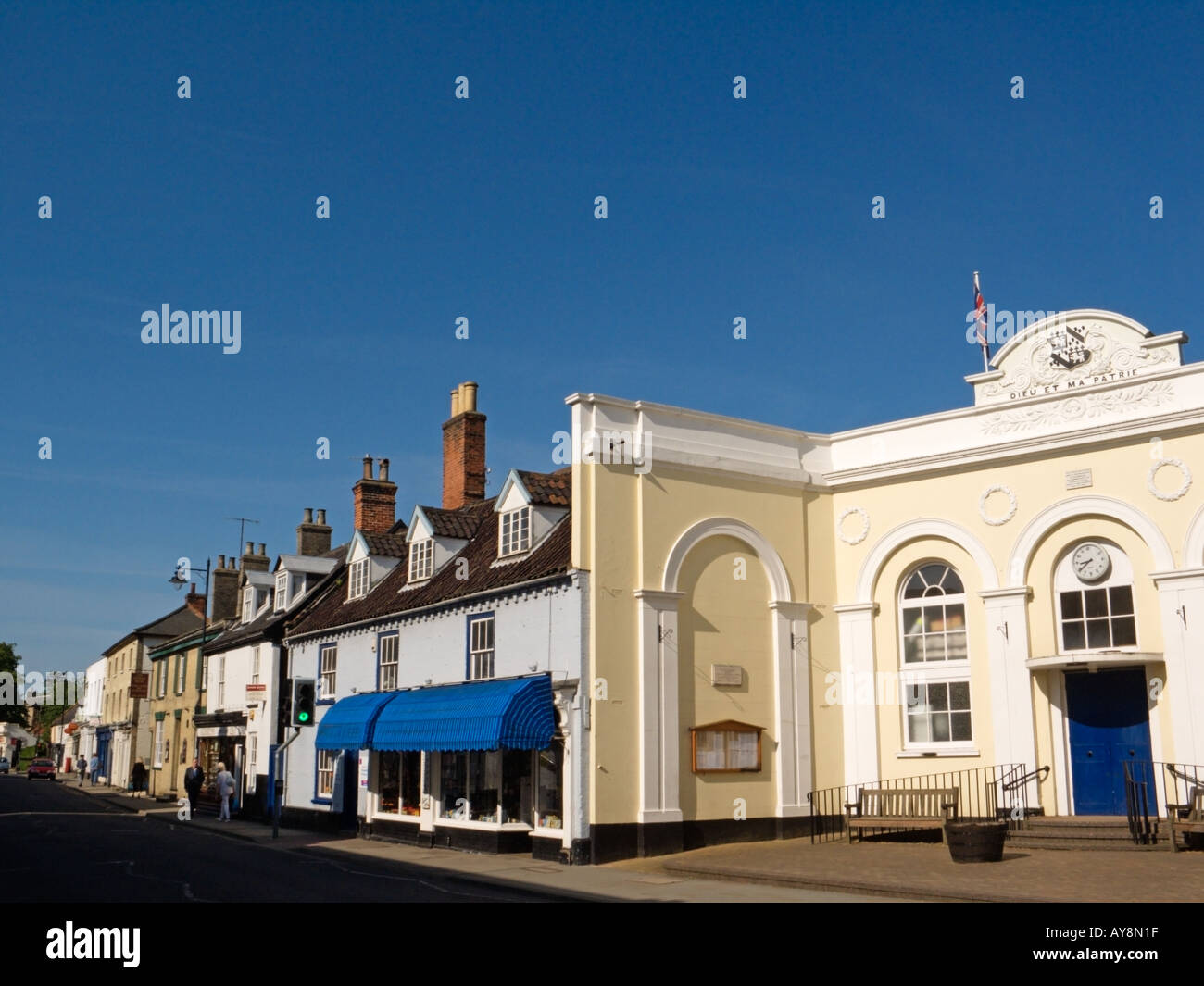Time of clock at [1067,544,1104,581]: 8:38
